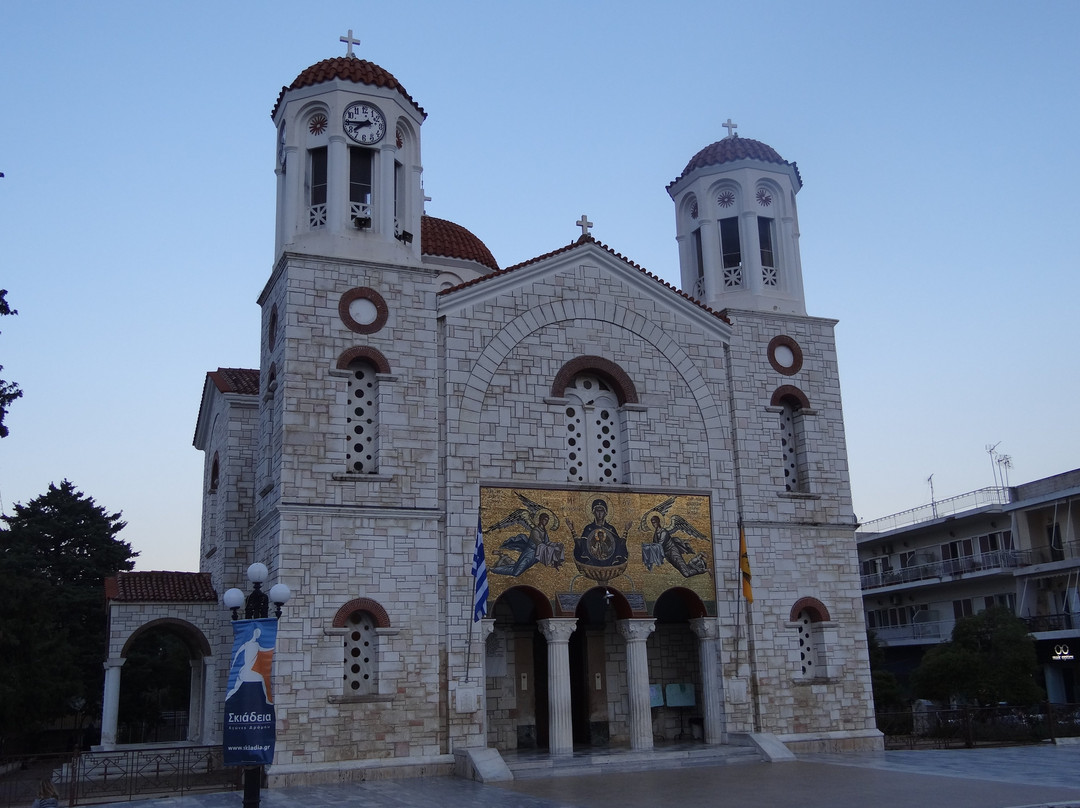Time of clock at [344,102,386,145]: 7:44
